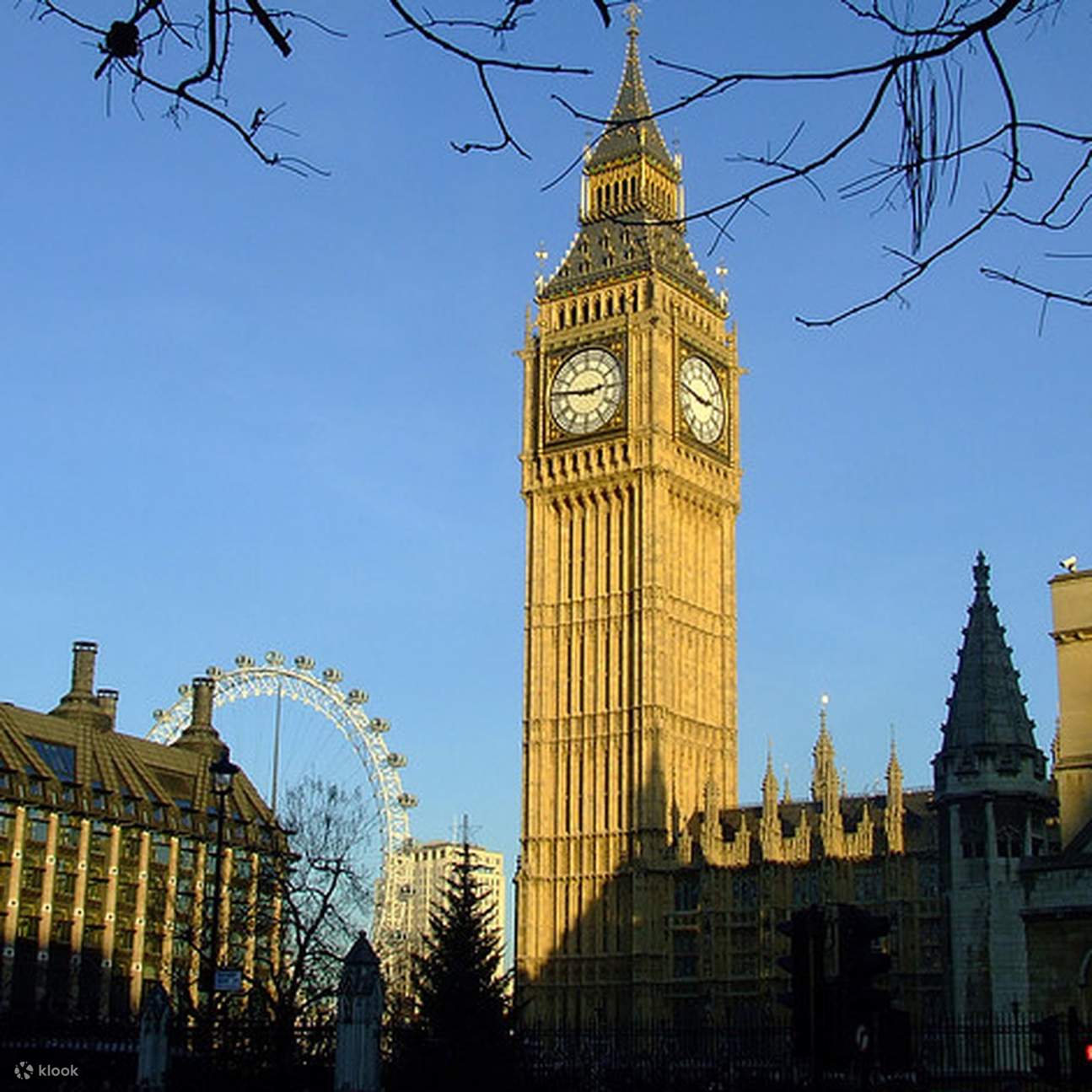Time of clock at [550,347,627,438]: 2:46
